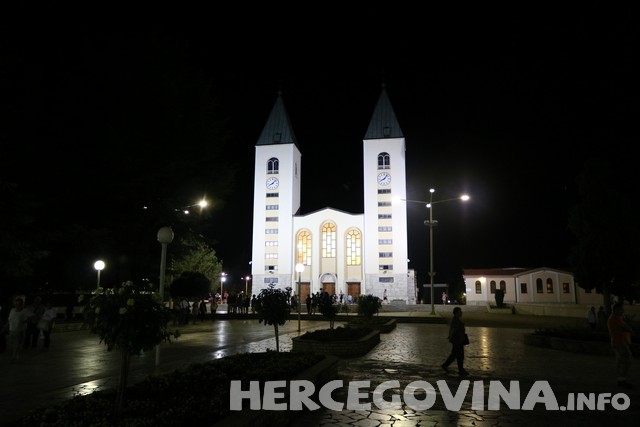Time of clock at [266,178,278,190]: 8:07
